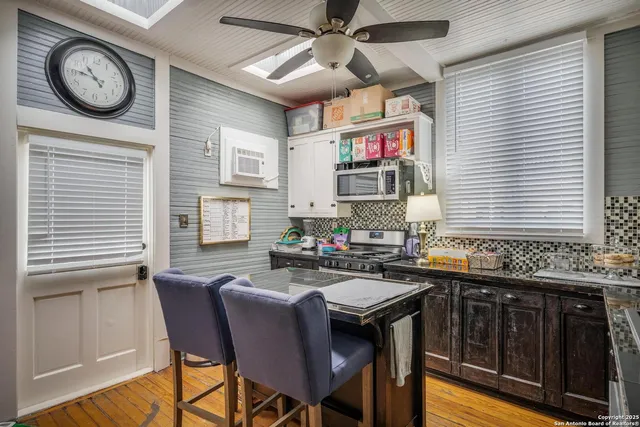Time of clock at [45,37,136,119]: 10:46
